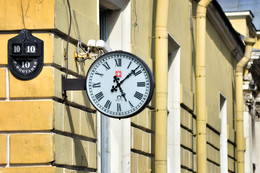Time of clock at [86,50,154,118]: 5:08
